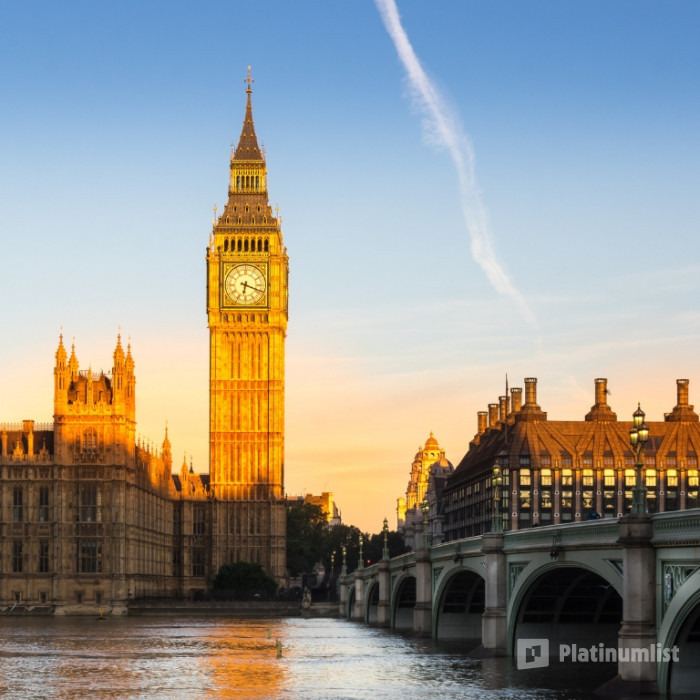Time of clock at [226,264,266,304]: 6:18
